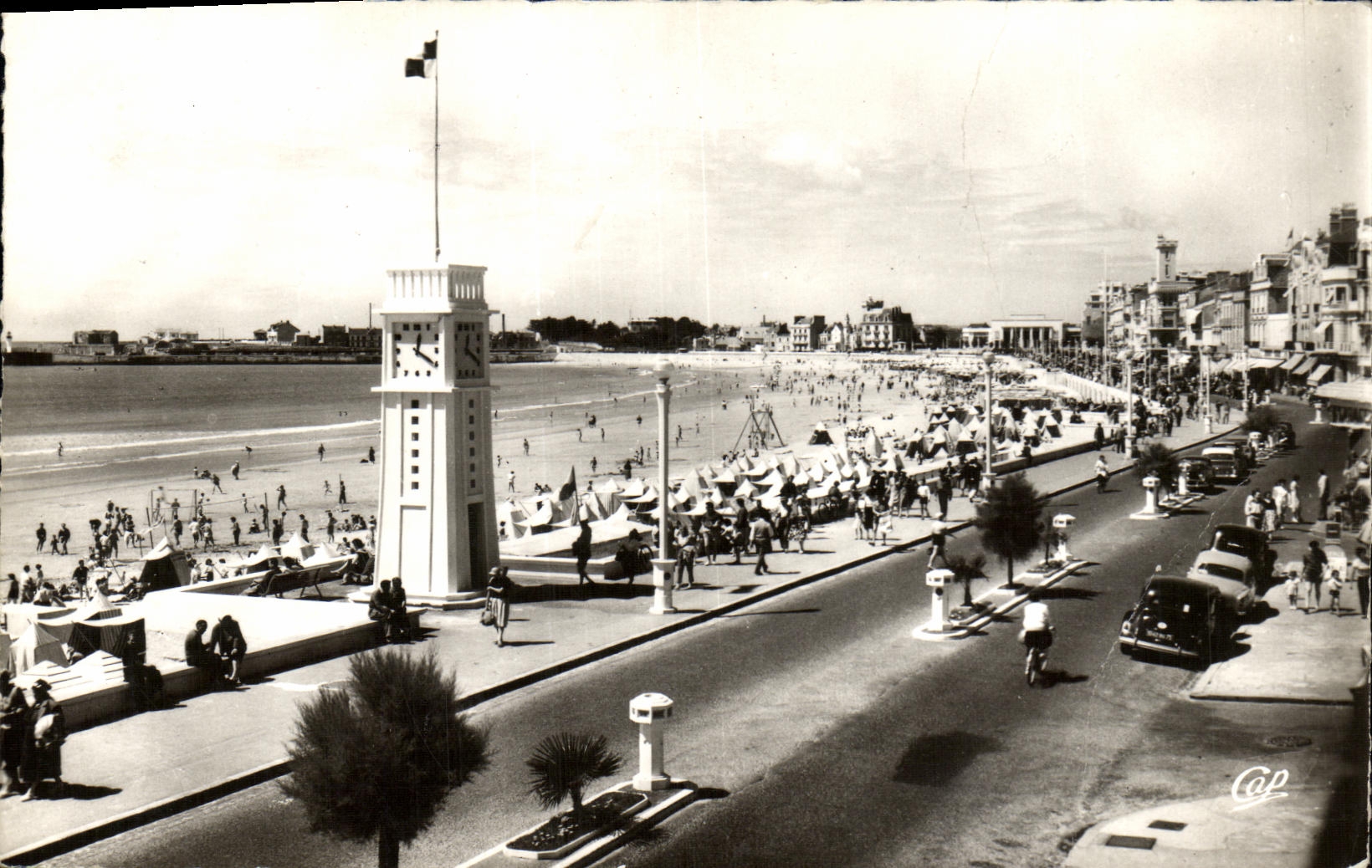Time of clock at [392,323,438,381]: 12:20
